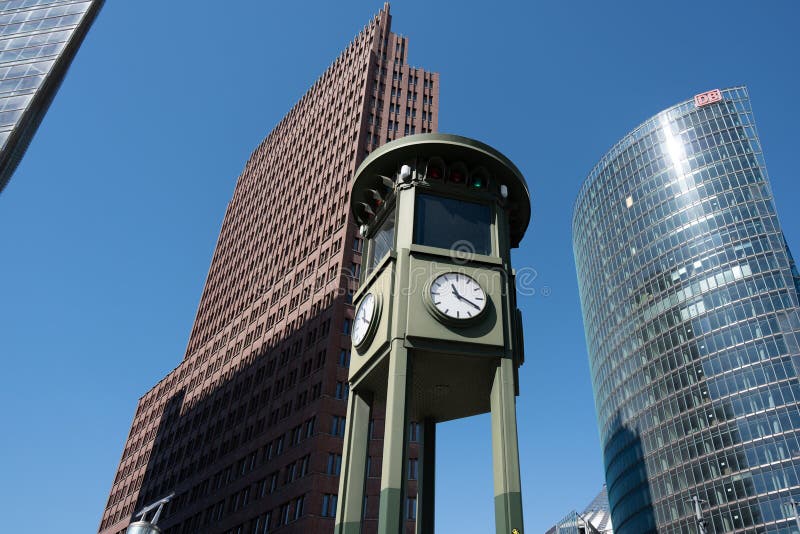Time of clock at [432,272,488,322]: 11:19
